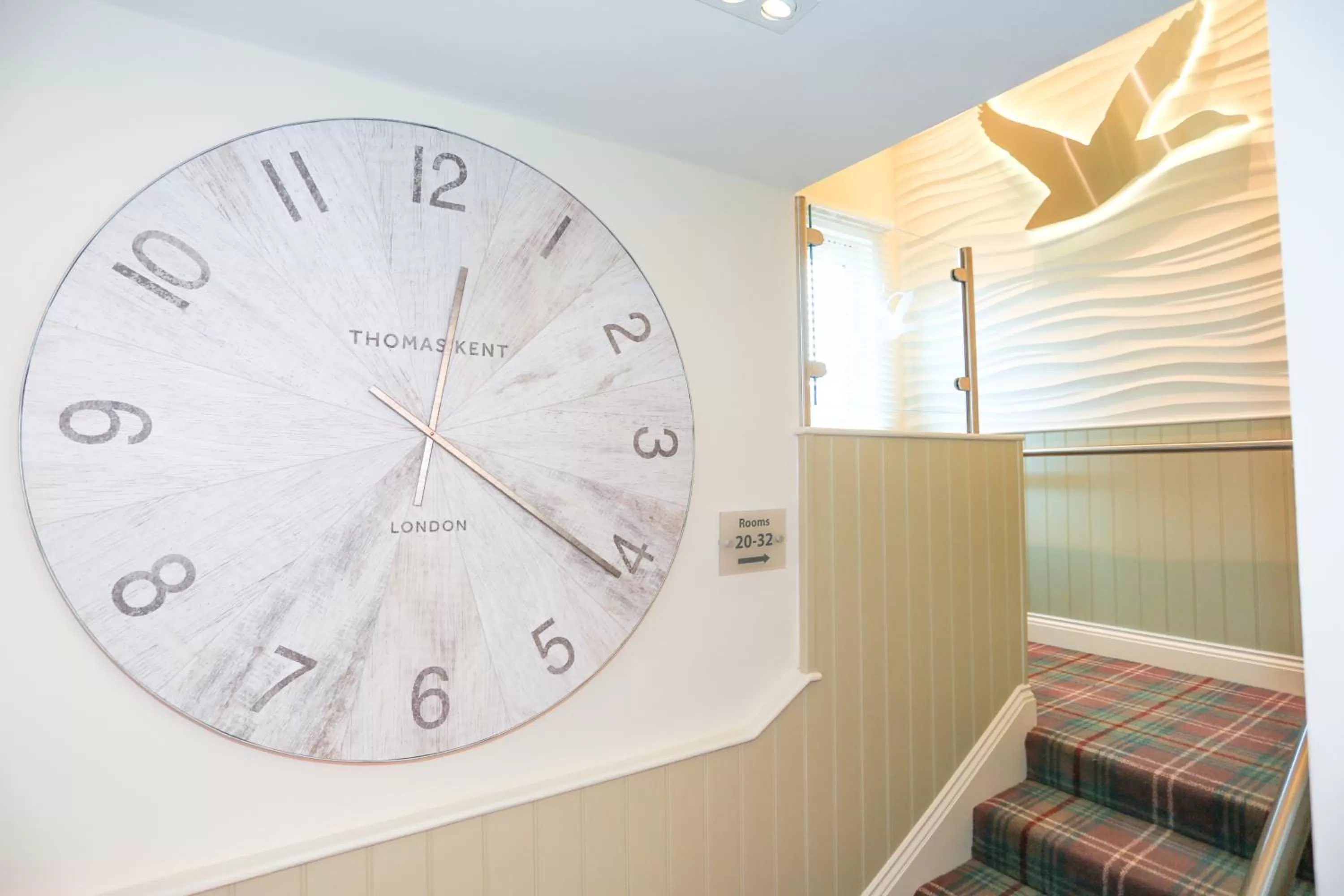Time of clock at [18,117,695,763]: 12:21
